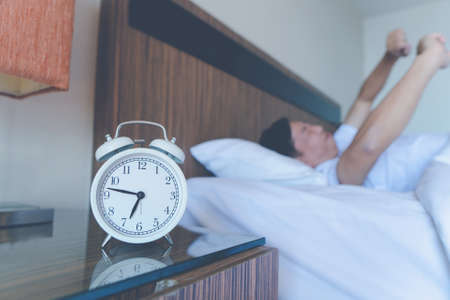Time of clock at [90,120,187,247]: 6:46
